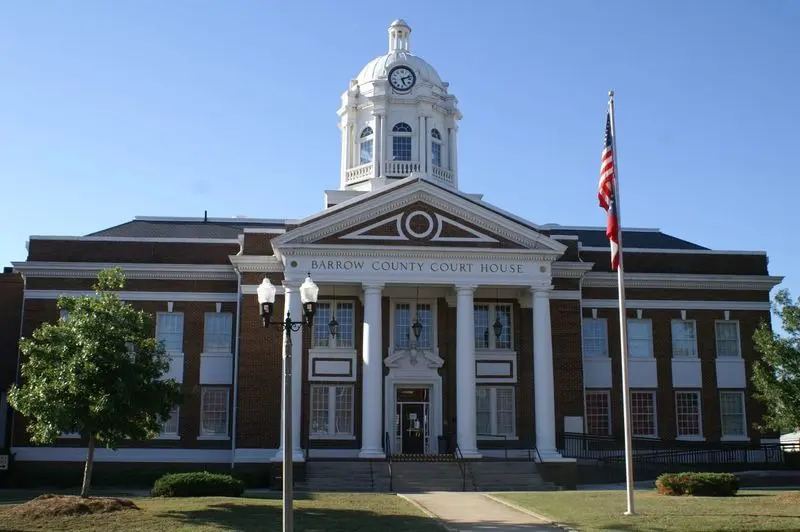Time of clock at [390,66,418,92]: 5:12
